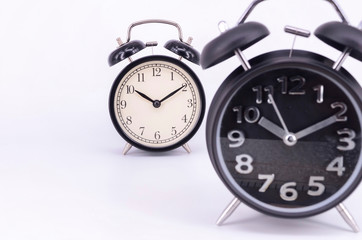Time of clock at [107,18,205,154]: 10:09
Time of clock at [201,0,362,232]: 10:10
